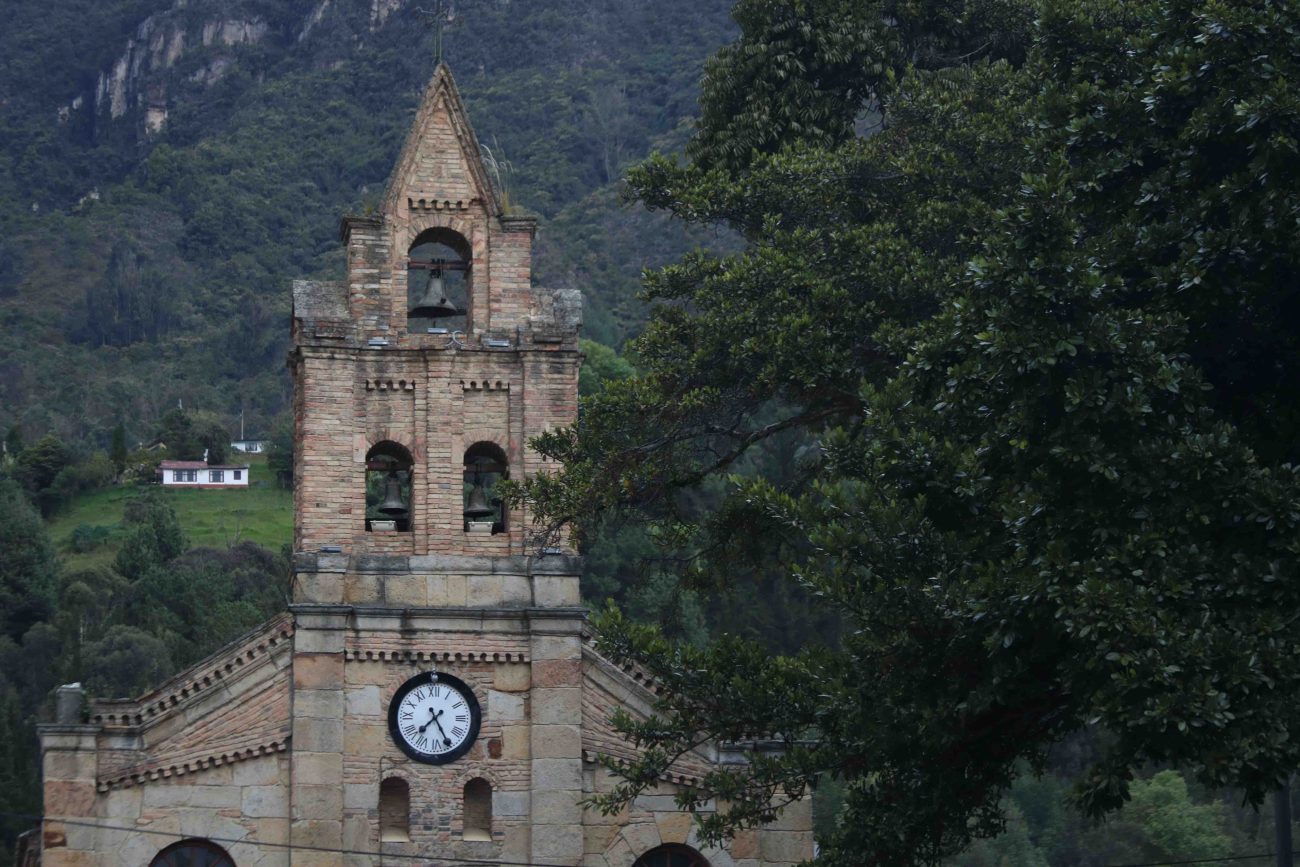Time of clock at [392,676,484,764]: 7:25
